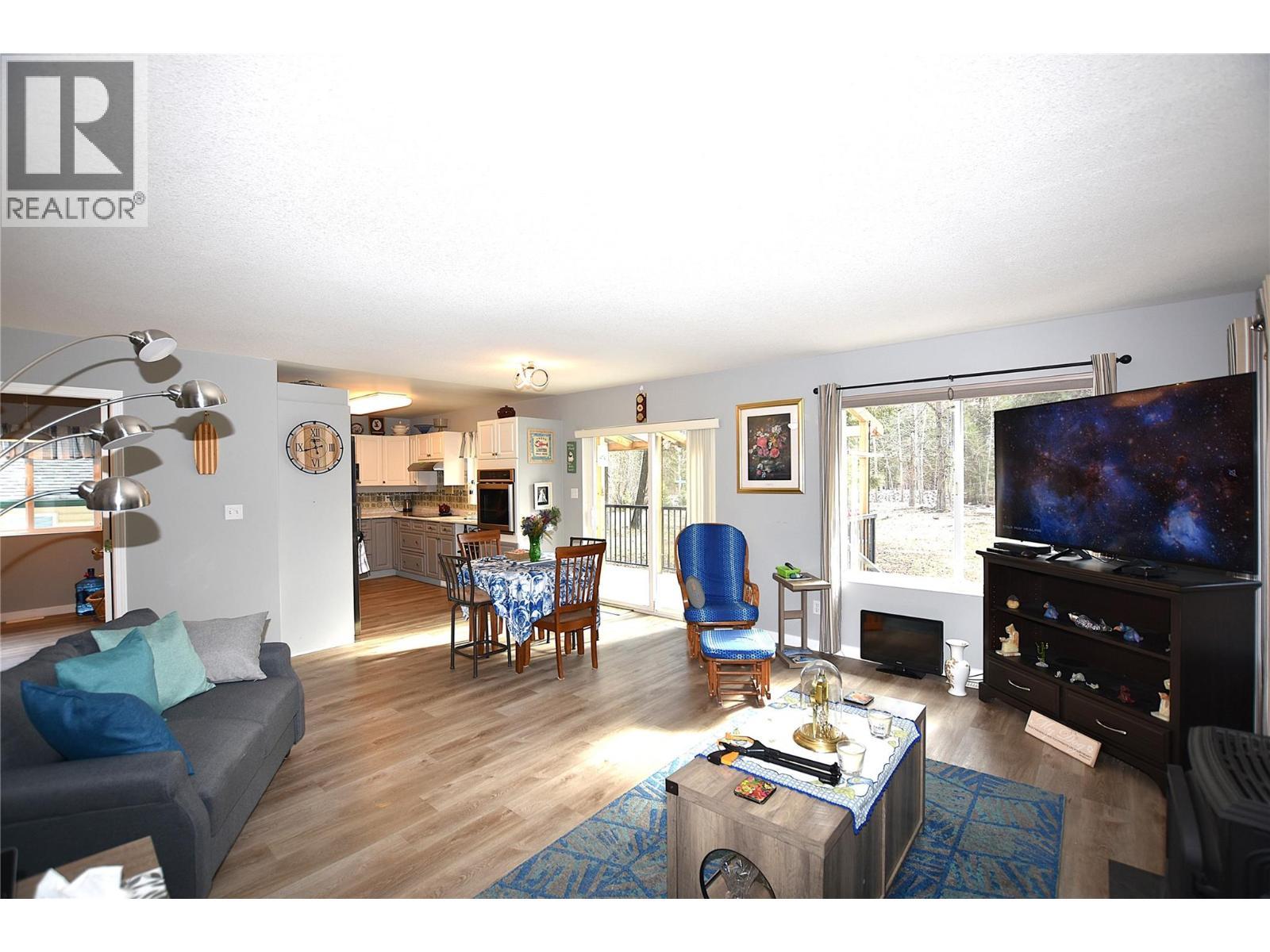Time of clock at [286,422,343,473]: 11:42
